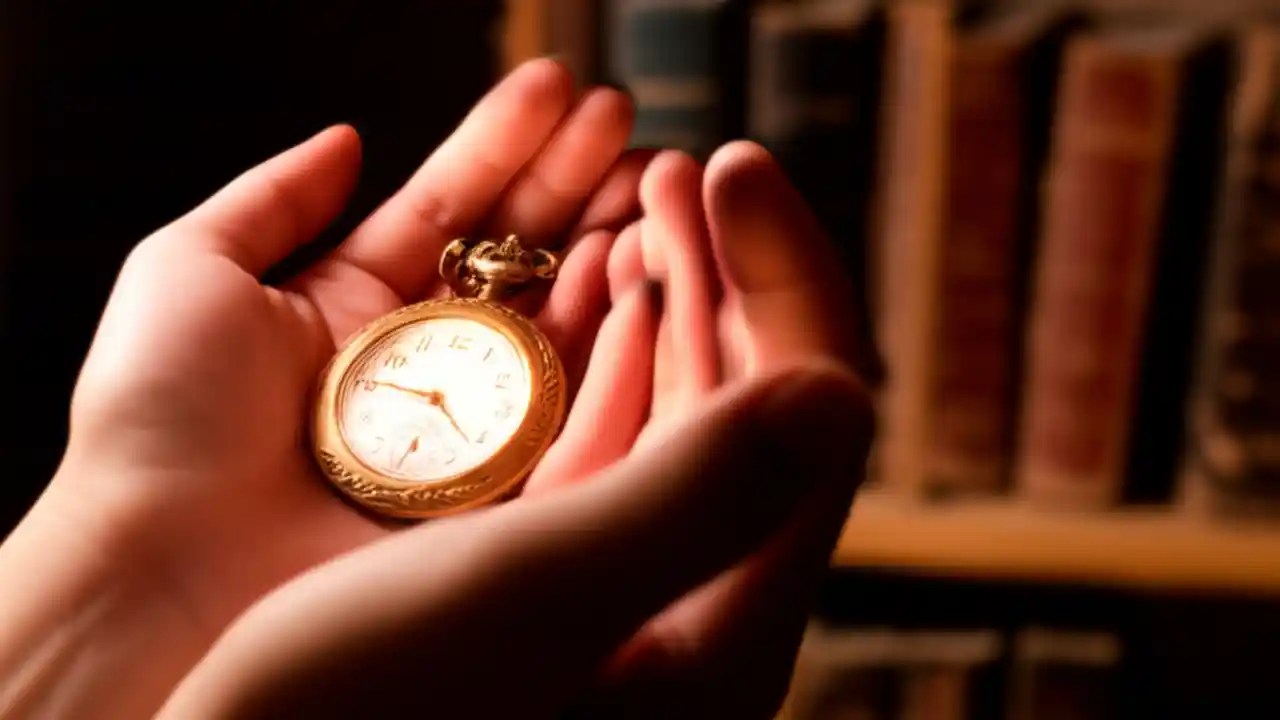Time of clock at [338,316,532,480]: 9:21
